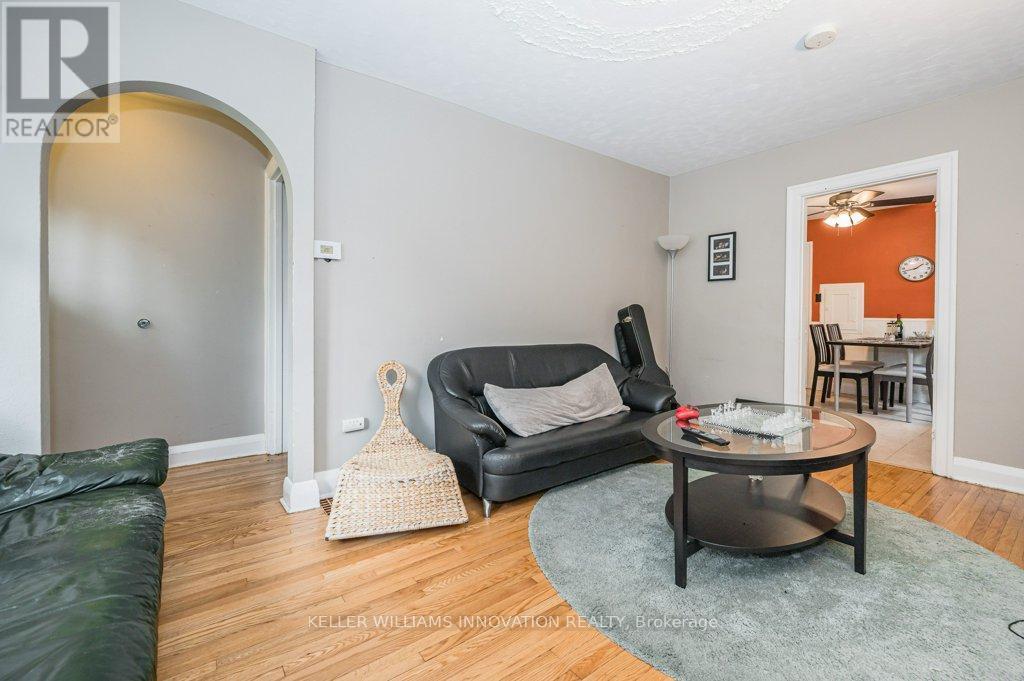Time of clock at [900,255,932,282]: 1:42
